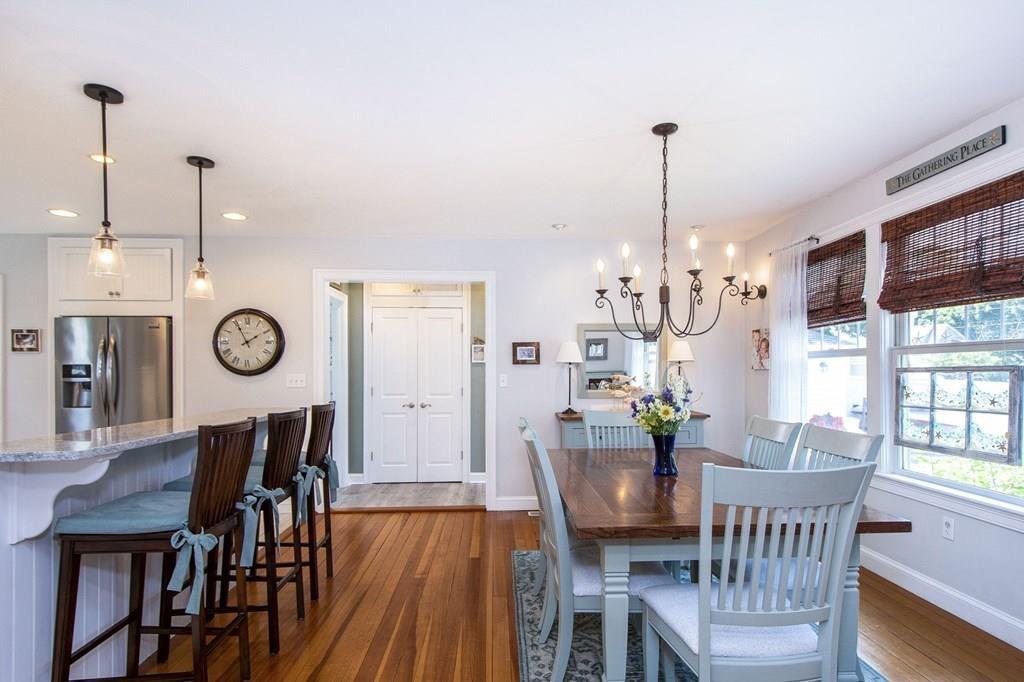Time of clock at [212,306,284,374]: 1:55
